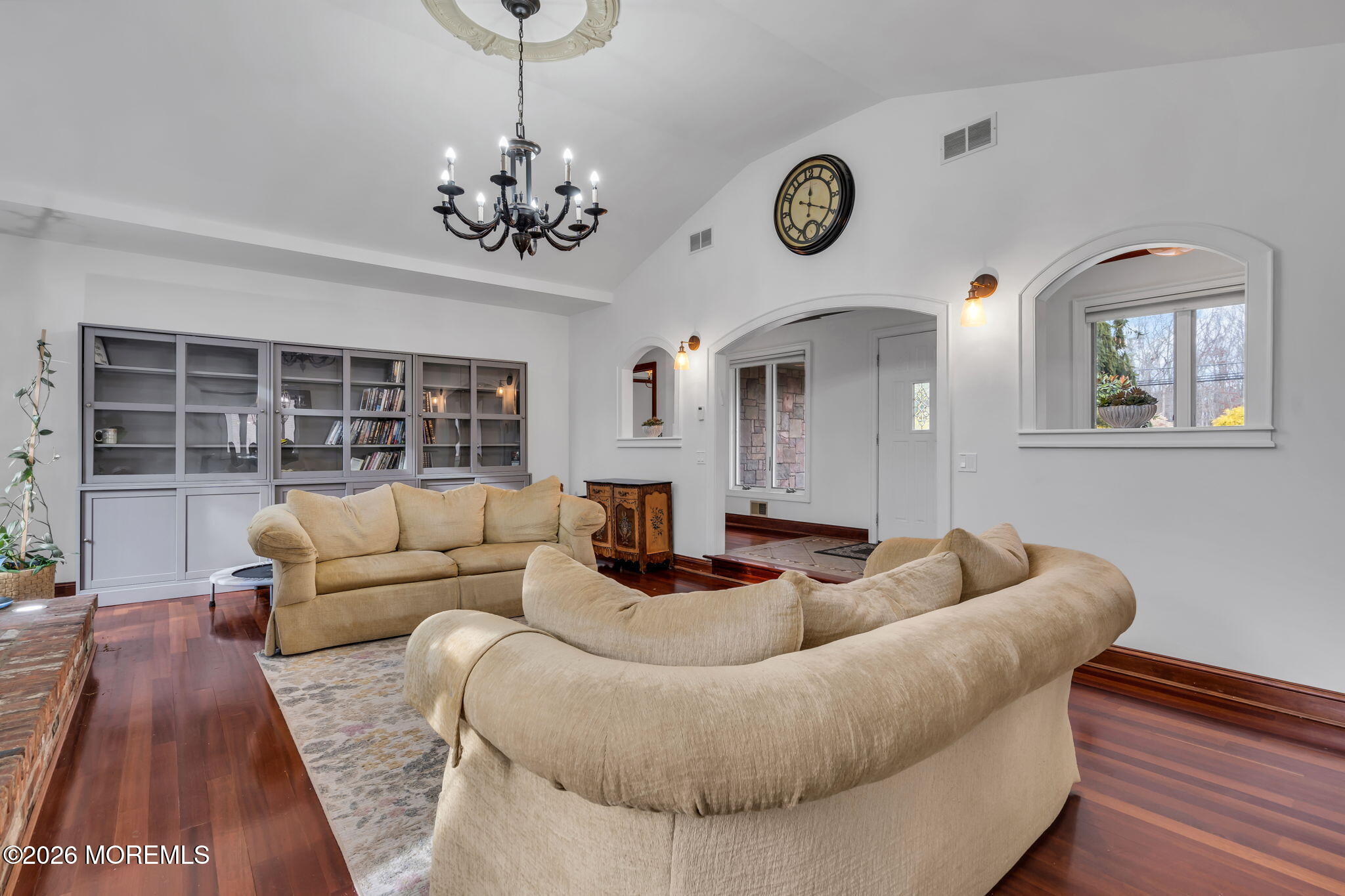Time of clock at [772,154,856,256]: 12:19
